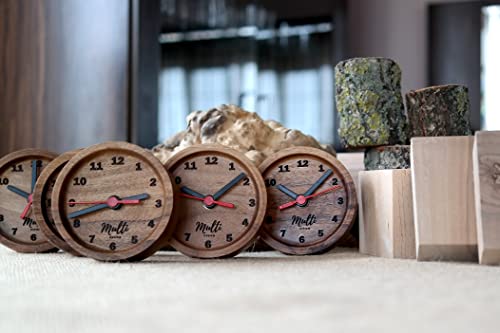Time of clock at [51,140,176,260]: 2:41
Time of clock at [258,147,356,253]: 10:07
